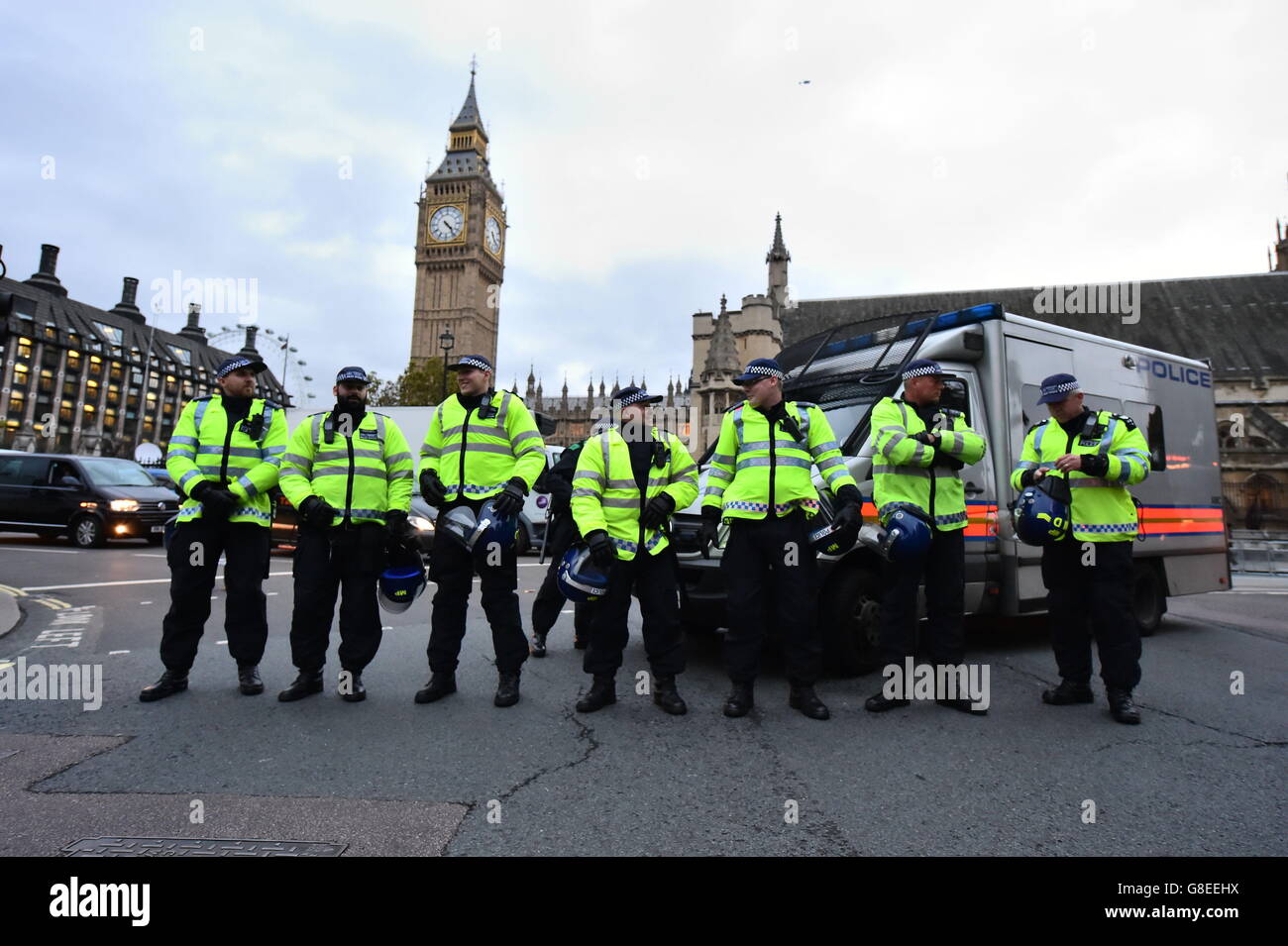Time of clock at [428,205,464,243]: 4:23
